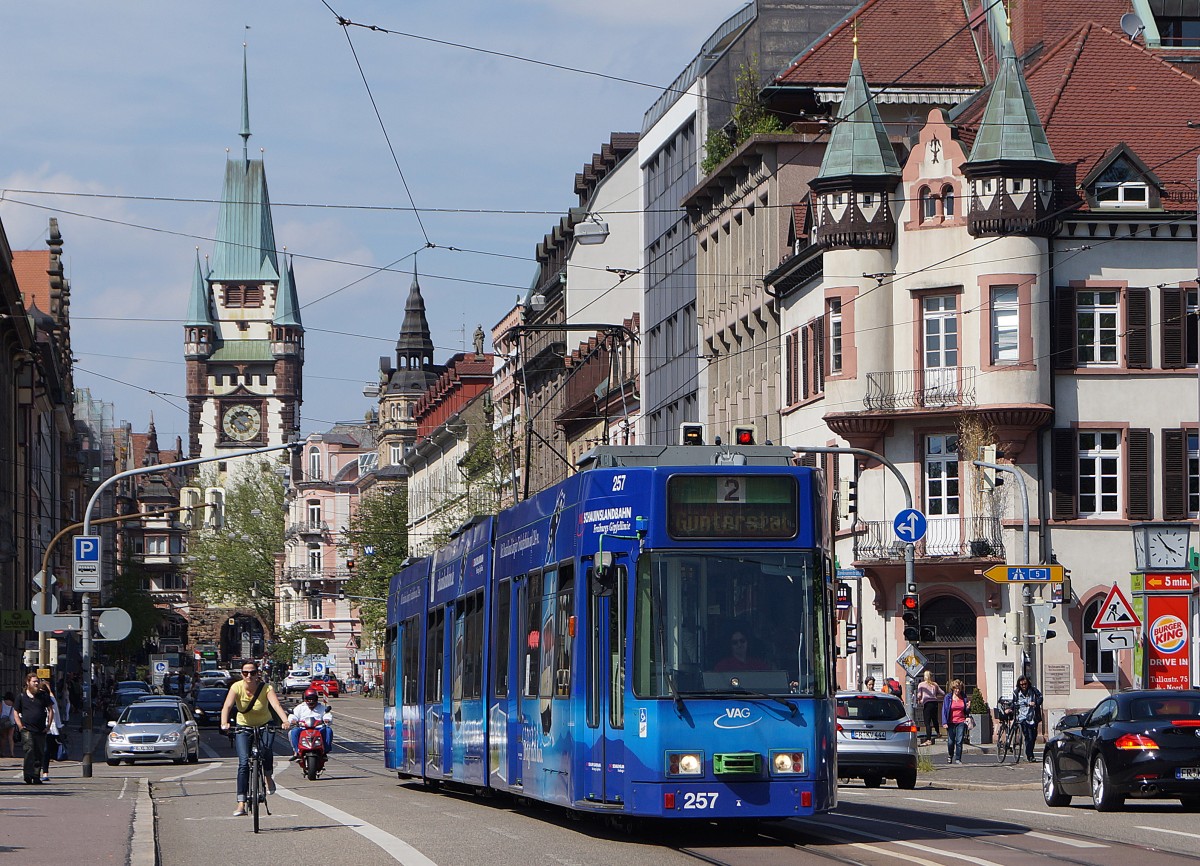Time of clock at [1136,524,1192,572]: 3:53
